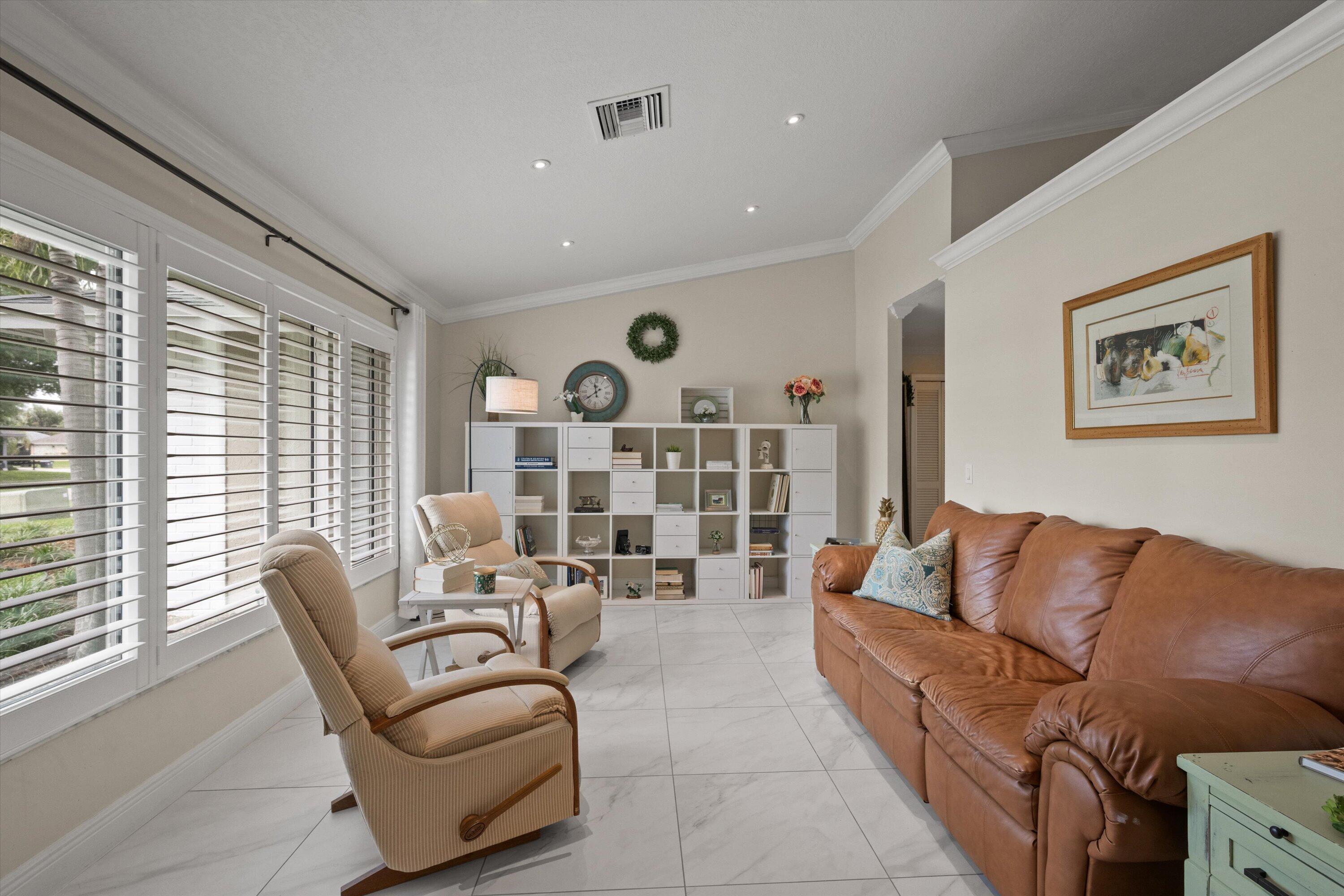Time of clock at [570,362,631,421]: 11:38
